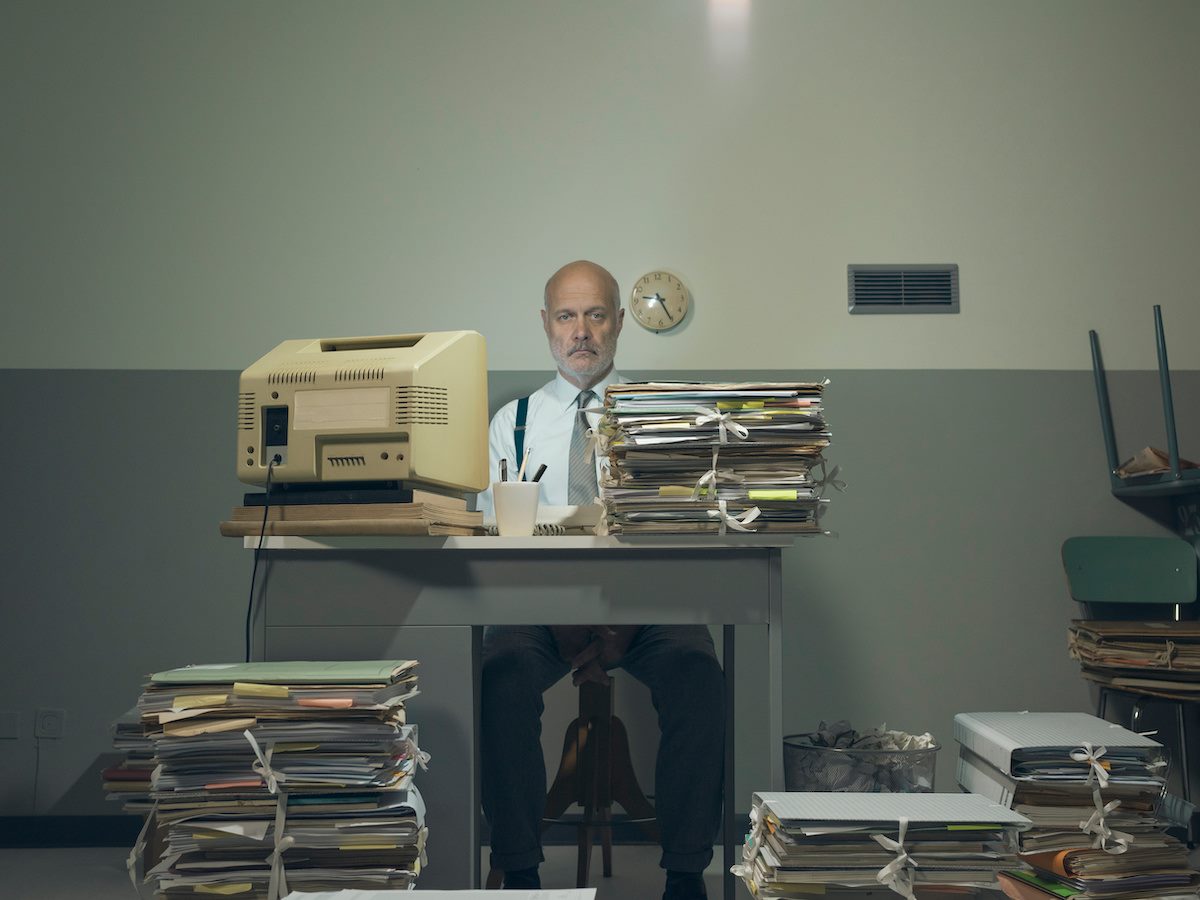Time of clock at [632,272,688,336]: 9:25
